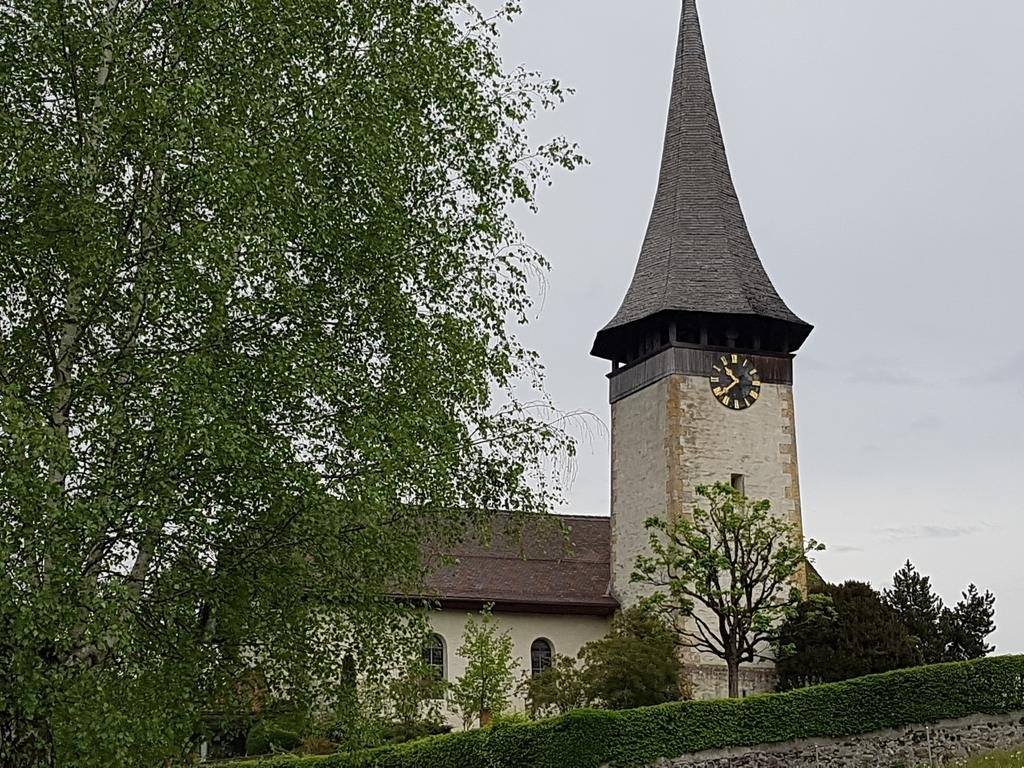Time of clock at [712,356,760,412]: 10:38
